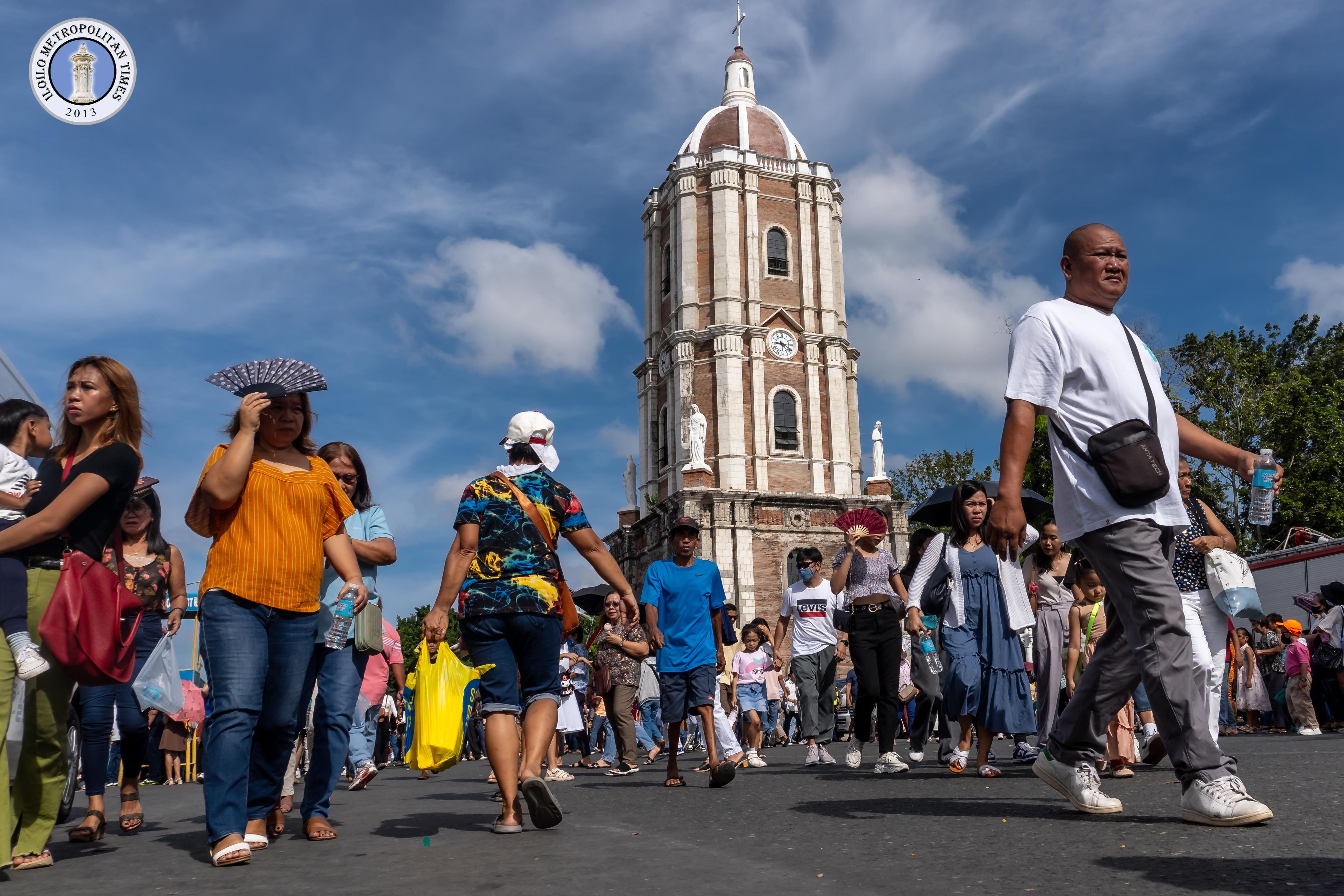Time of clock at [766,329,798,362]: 9:20
